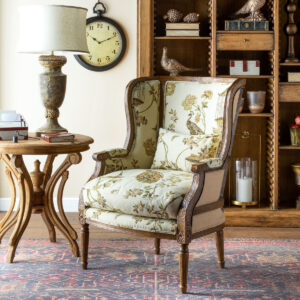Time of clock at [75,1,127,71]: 10:11
